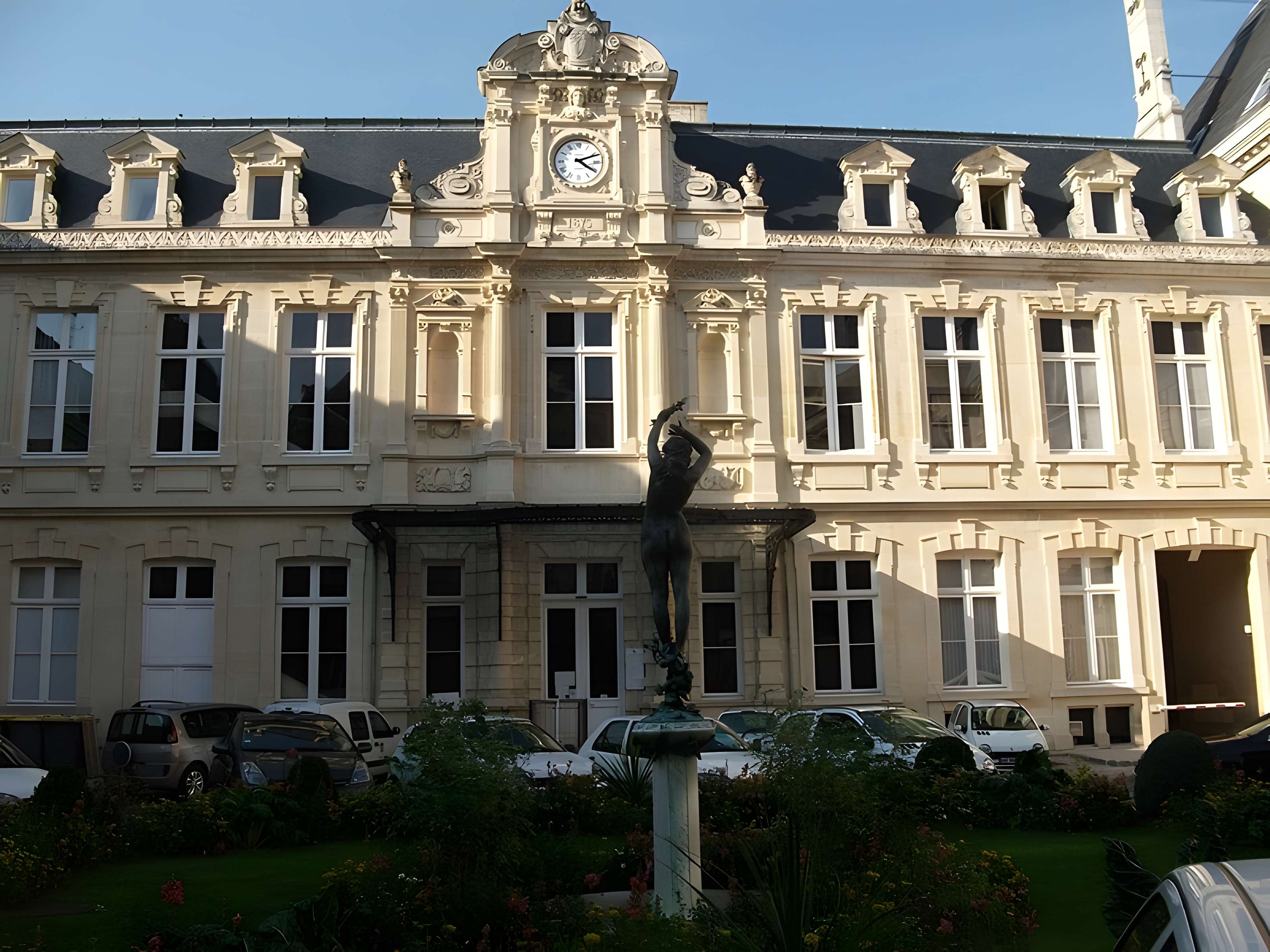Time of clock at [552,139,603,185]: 4:11
